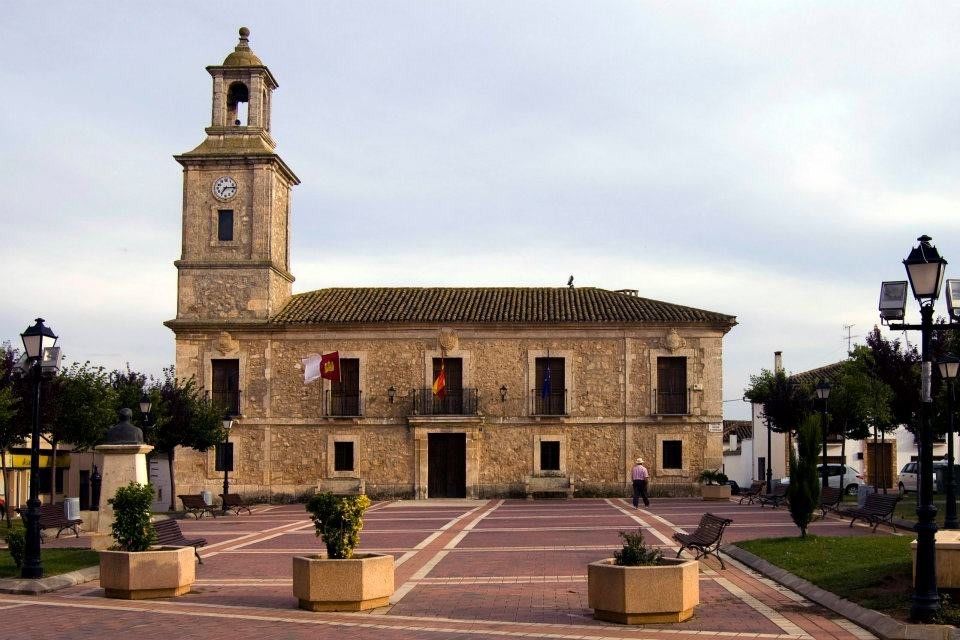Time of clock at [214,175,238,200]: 7:15
